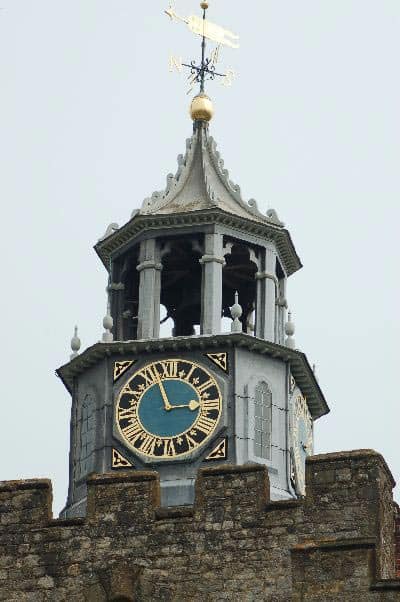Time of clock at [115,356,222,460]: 2:56
